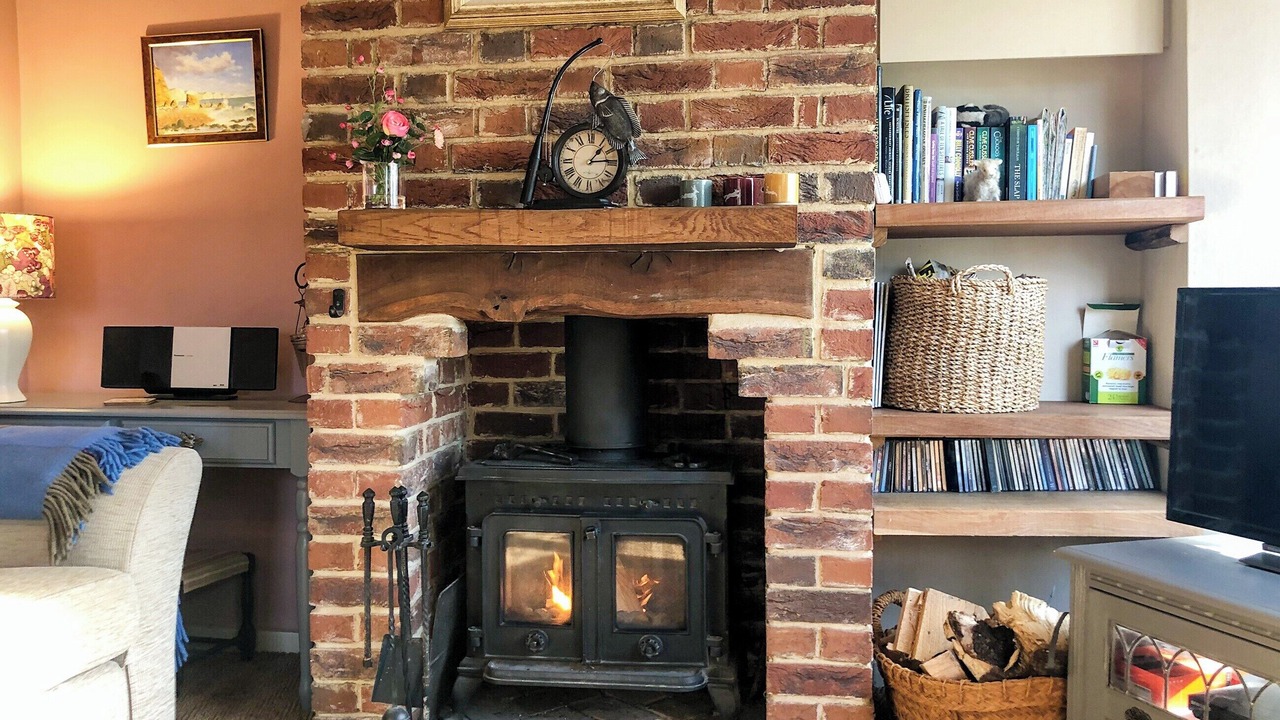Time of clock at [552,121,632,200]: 1:14
